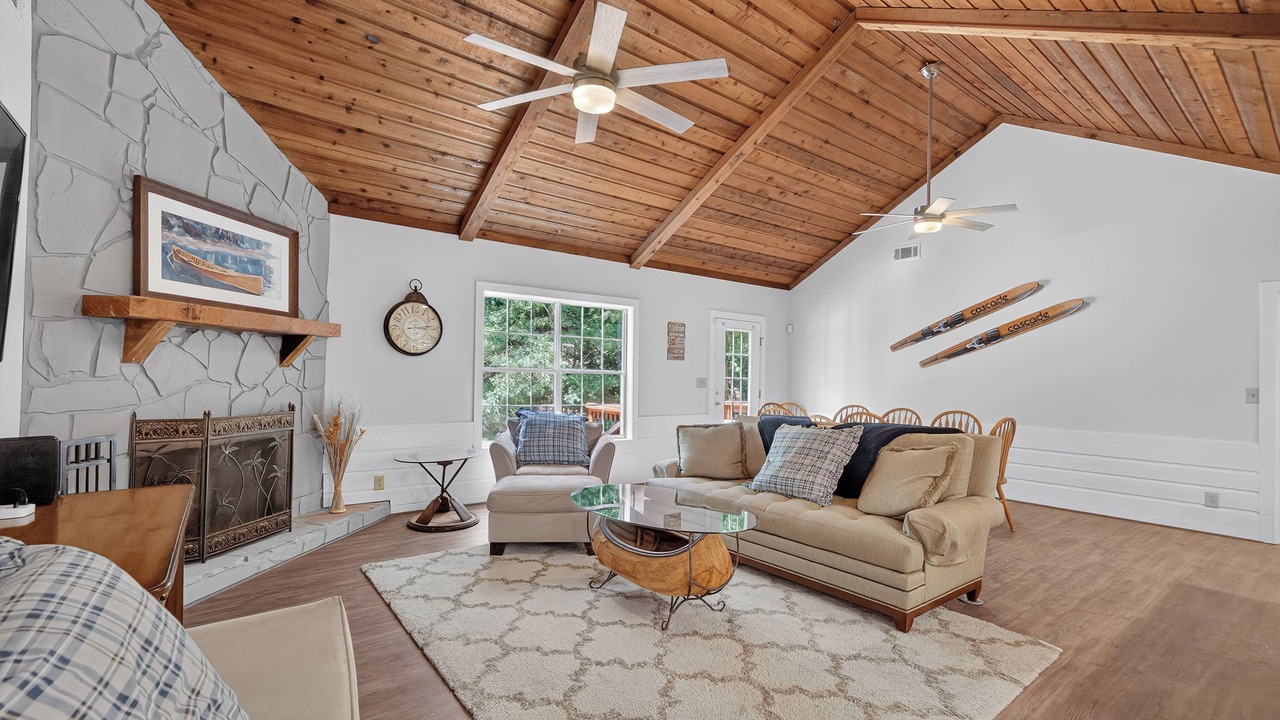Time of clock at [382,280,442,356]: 3:13
